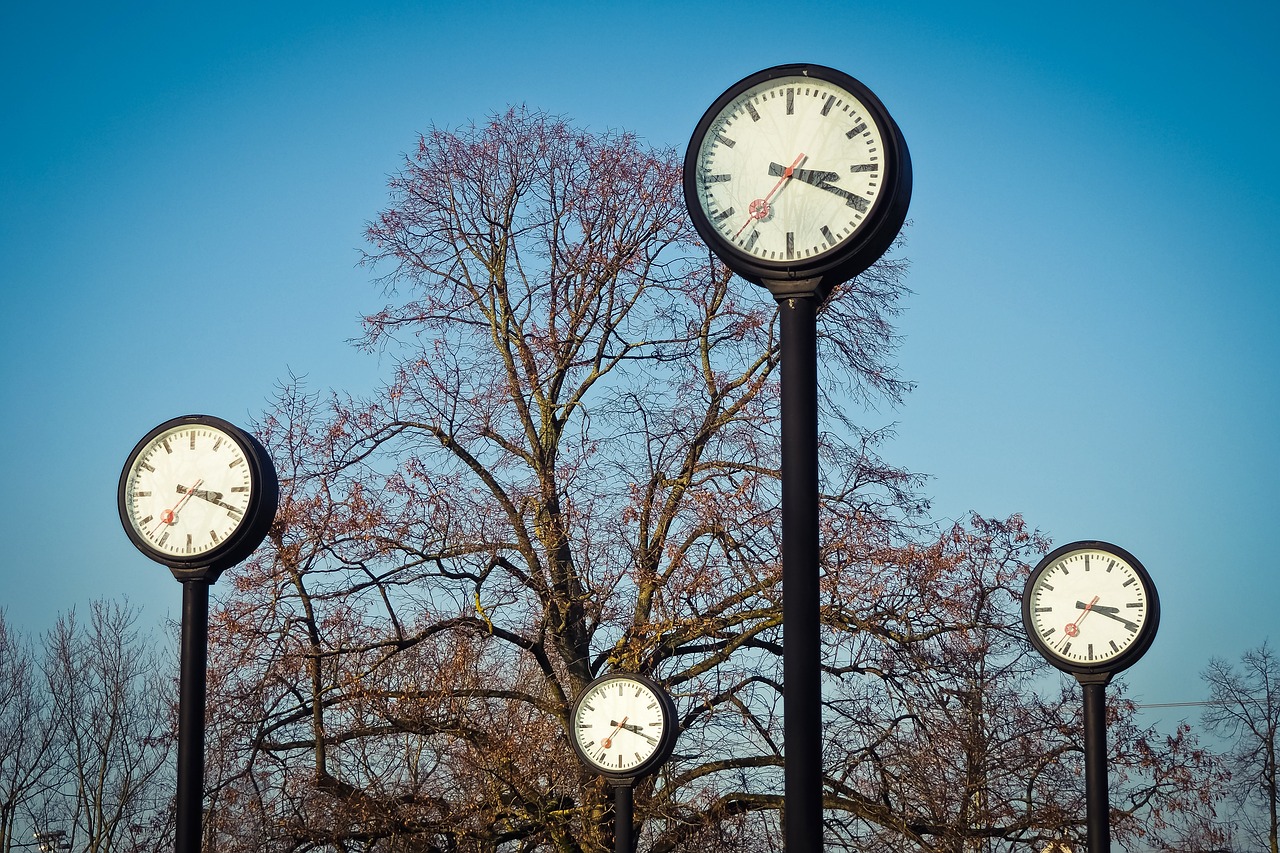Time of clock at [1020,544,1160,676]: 3:19
